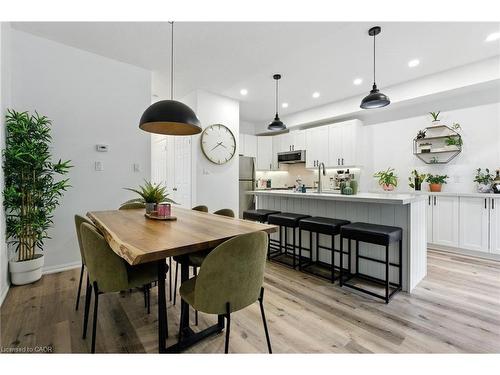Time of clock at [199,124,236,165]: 3:39
